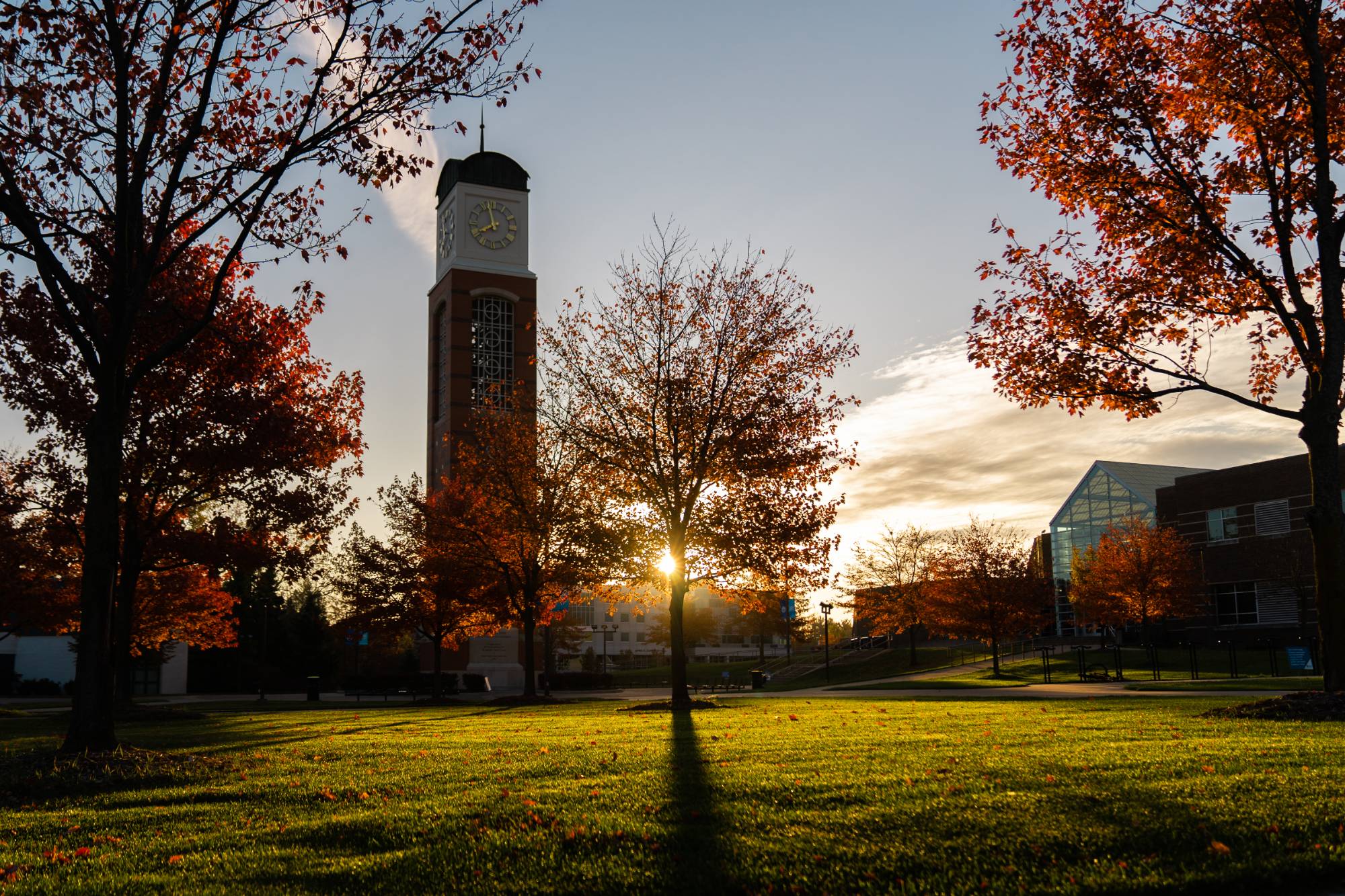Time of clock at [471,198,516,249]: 7:57
